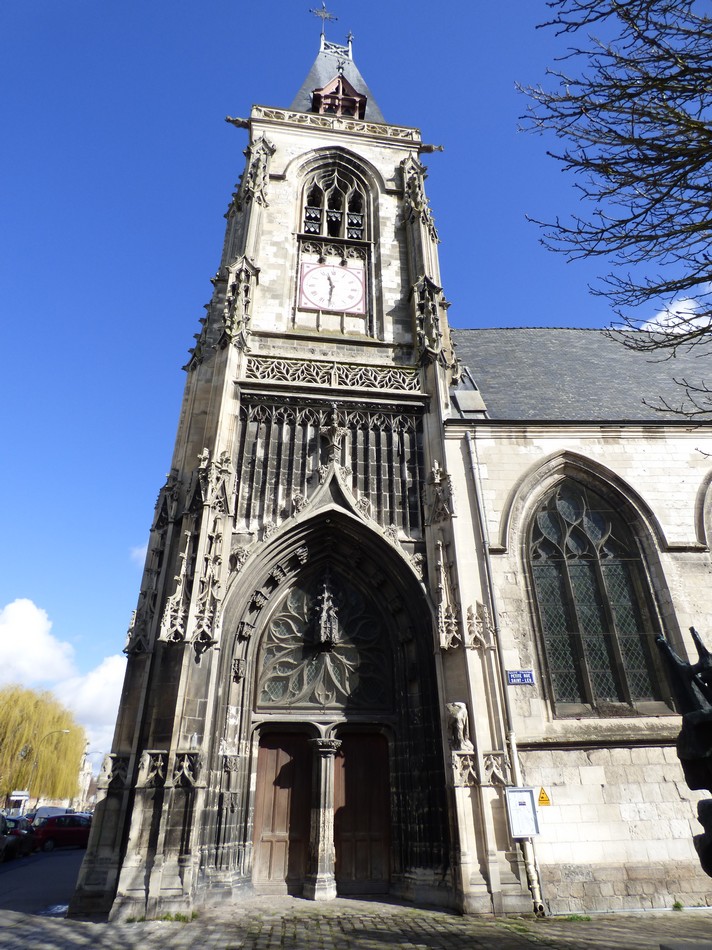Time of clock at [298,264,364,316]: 11:31
